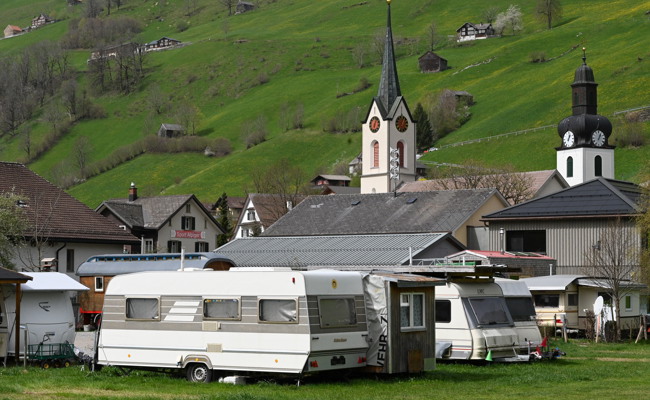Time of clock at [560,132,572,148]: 1:02
